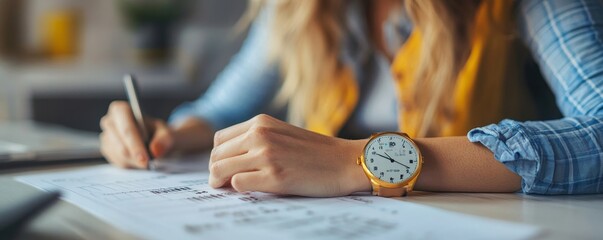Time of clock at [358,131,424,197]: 3:48
